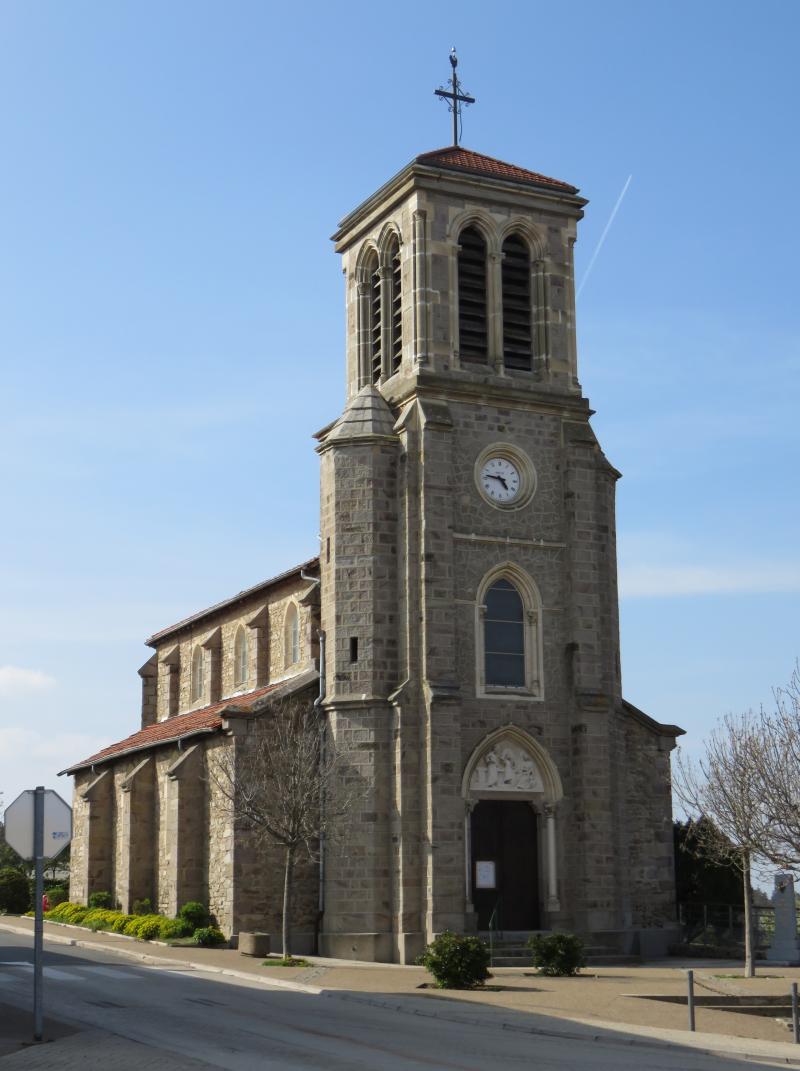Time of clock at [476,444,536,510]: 4:46
